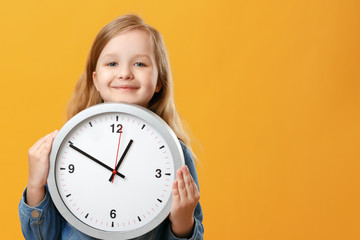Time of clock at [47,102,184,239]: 12:49
